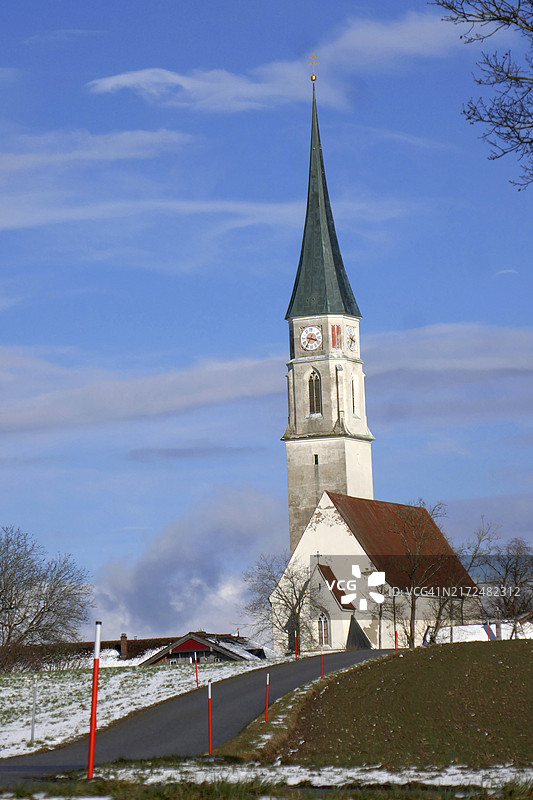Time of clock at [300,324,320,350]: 3:35
